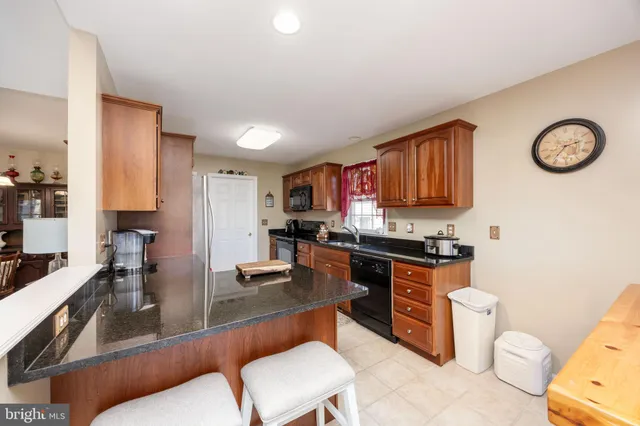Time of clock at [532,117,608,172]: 2:36
